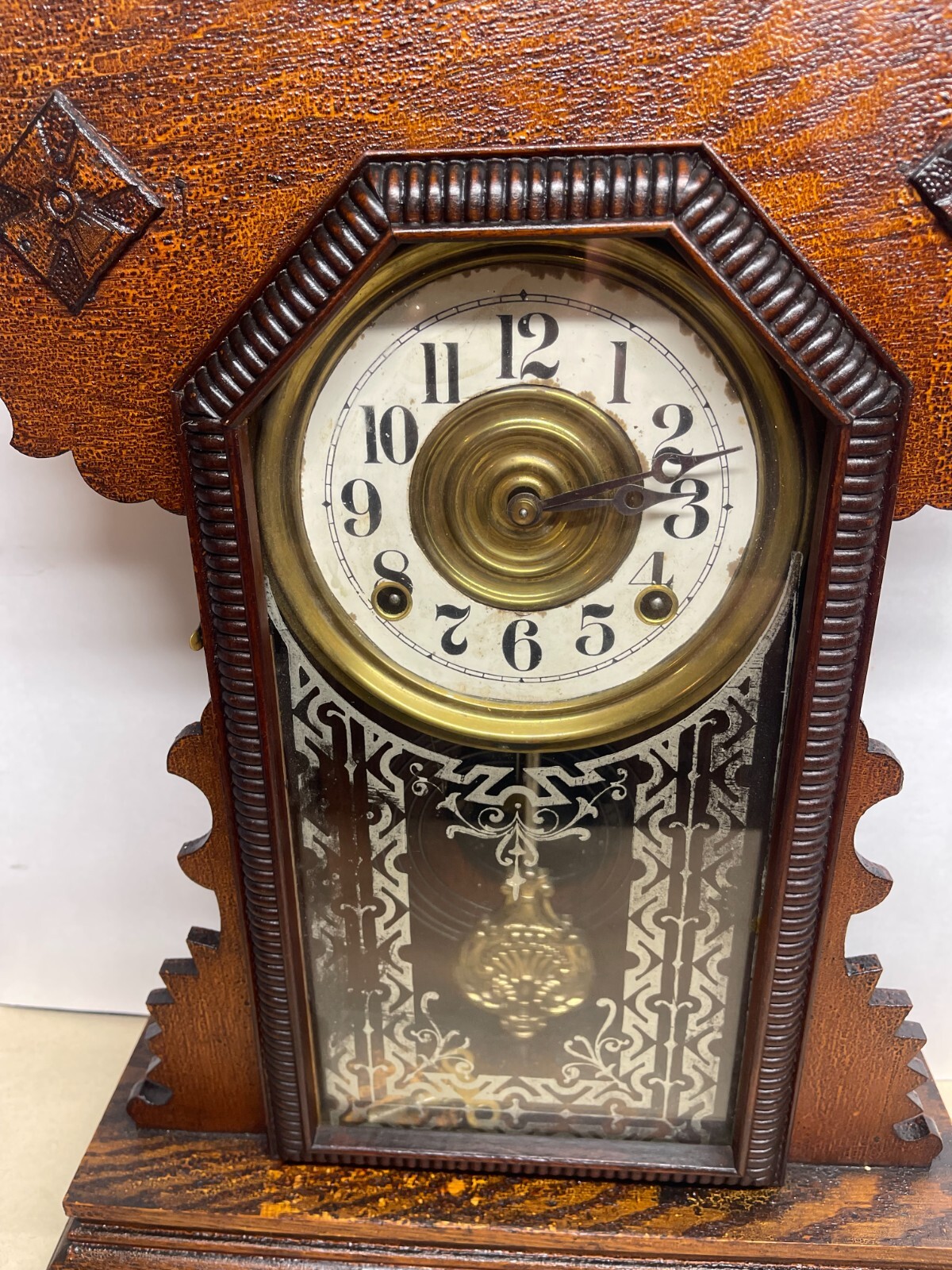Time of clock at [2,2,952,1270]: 3:13
